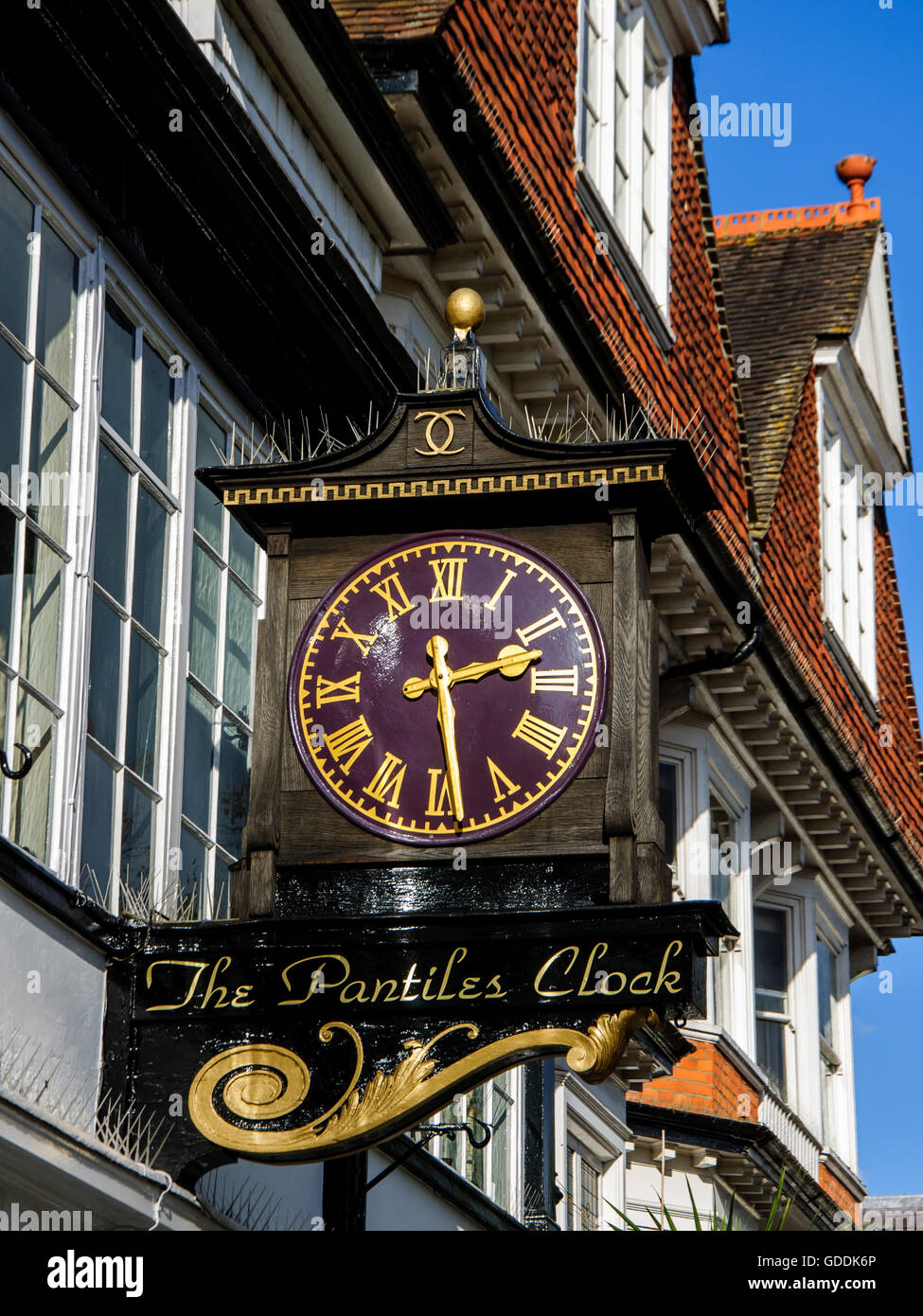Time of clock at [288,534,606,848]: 2:28
